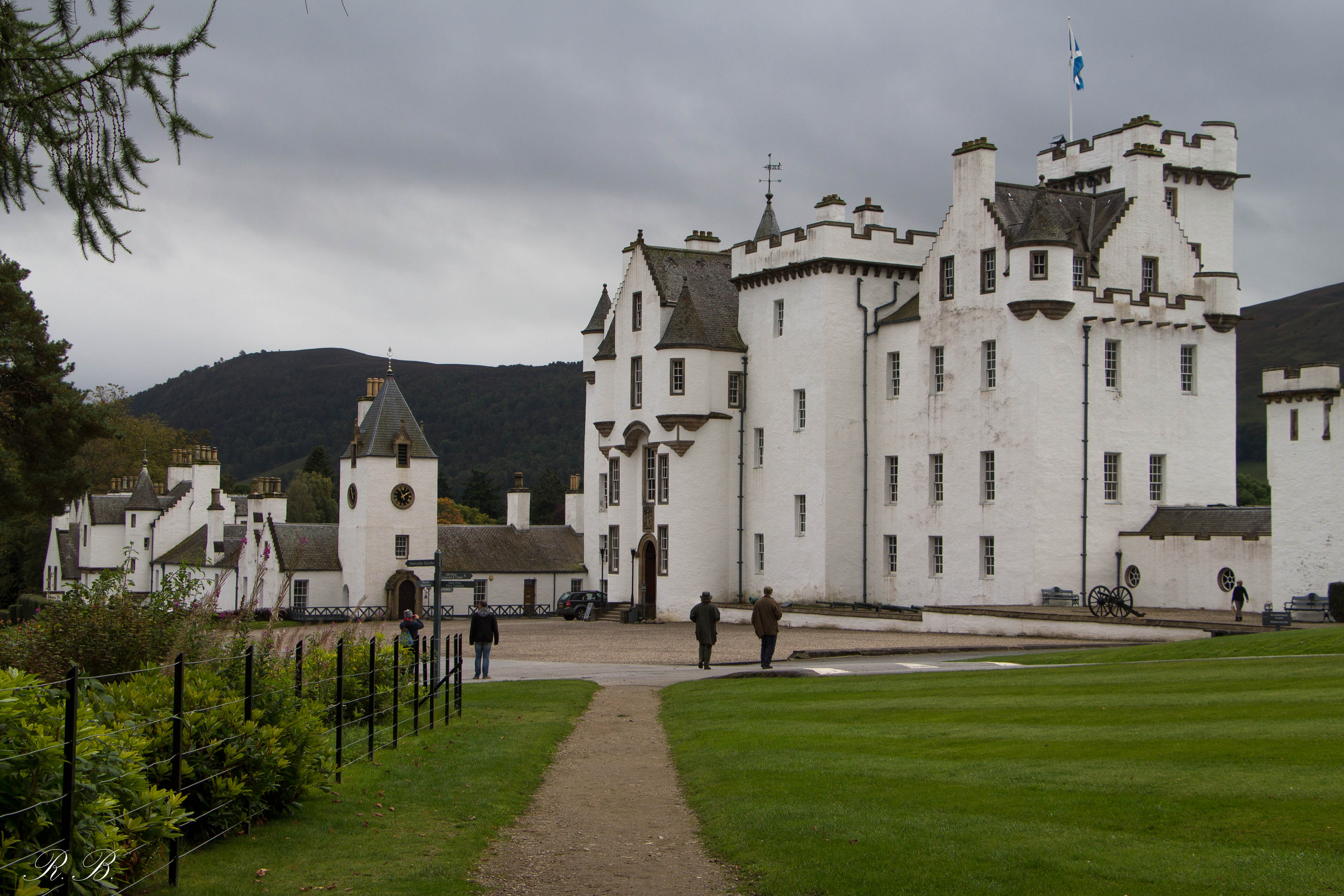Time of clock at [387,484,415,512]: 1:56
